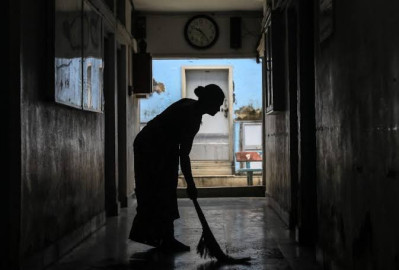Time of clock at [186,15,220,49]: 10:24
